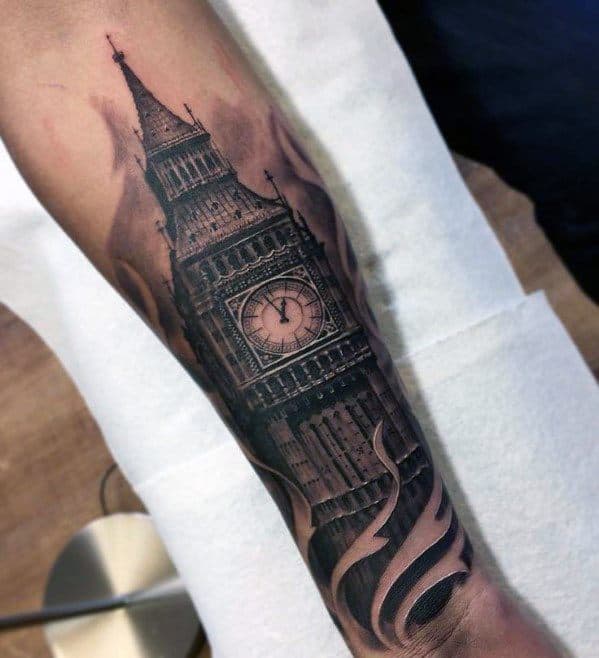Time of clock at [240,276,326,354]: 11:52
